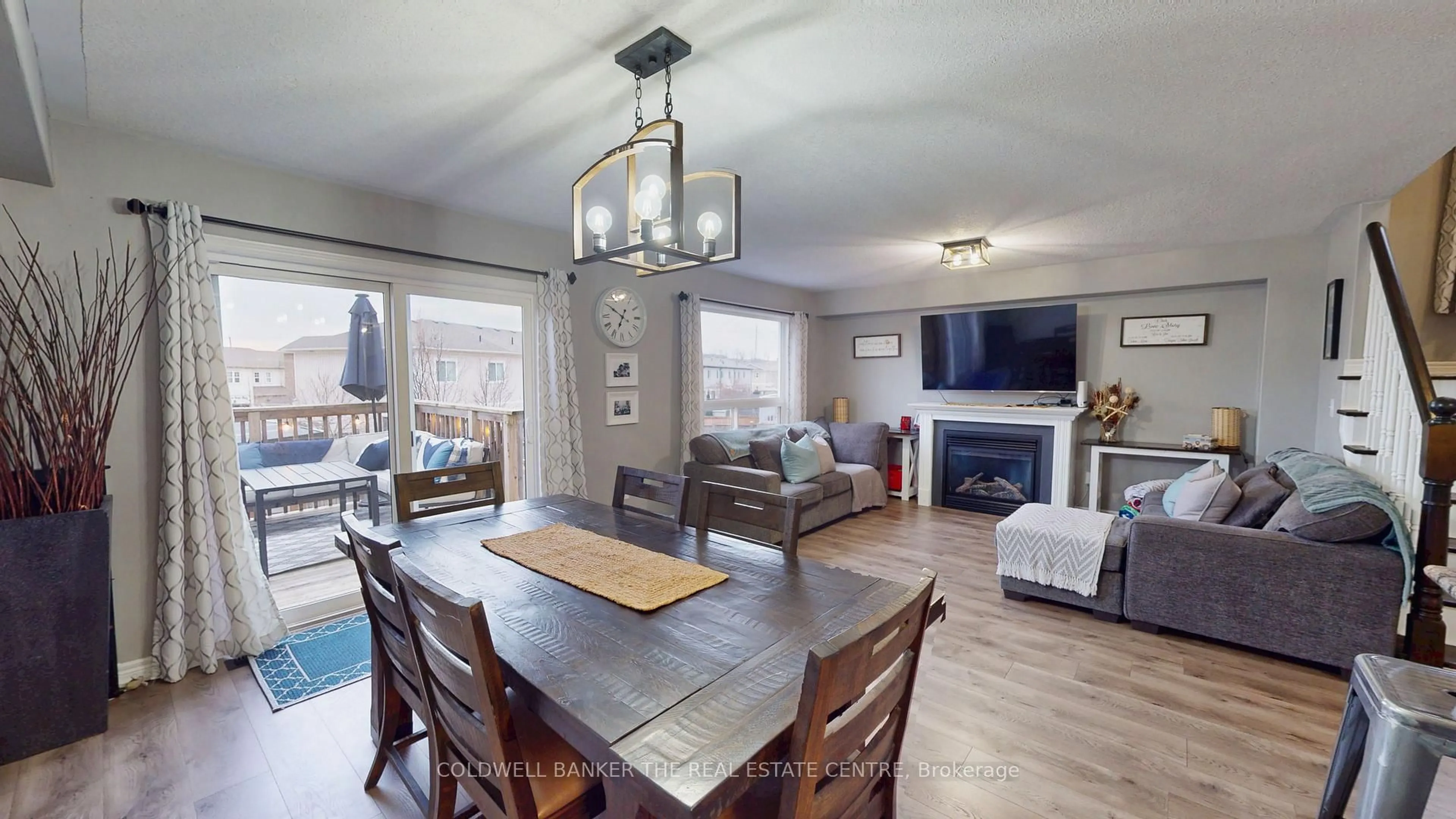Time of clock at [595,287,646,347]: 6:50
